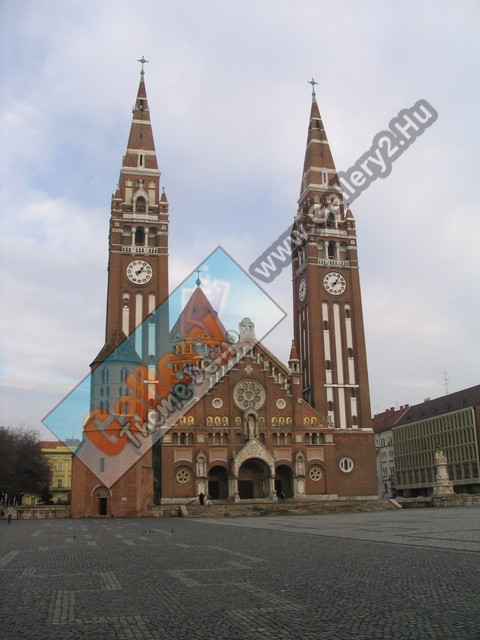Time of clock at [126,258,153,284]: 1:13
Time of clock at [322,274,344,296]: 1:13
